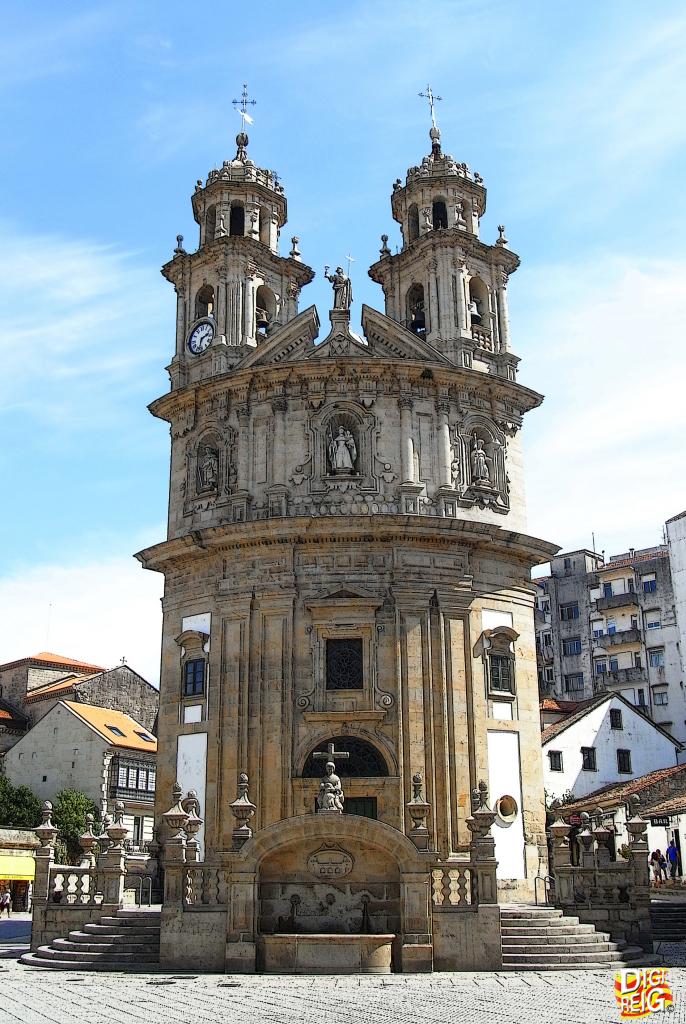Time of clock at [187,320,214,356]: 2:32
